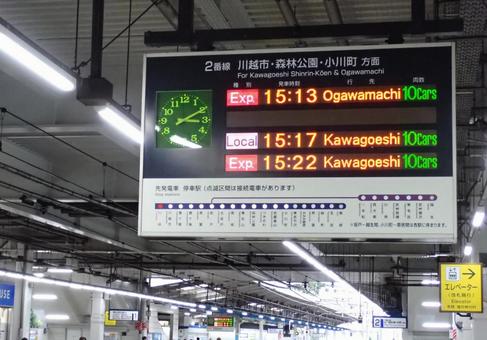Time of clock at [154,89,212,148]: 3:10
